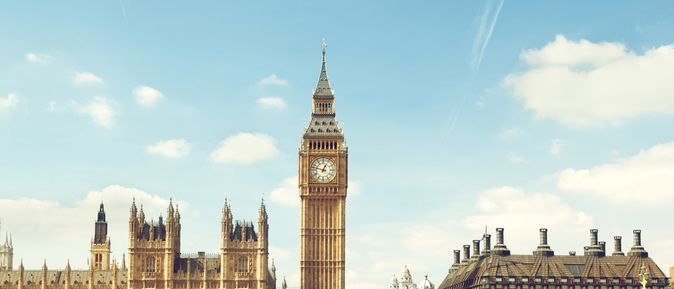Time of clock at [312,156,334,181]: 12:47
